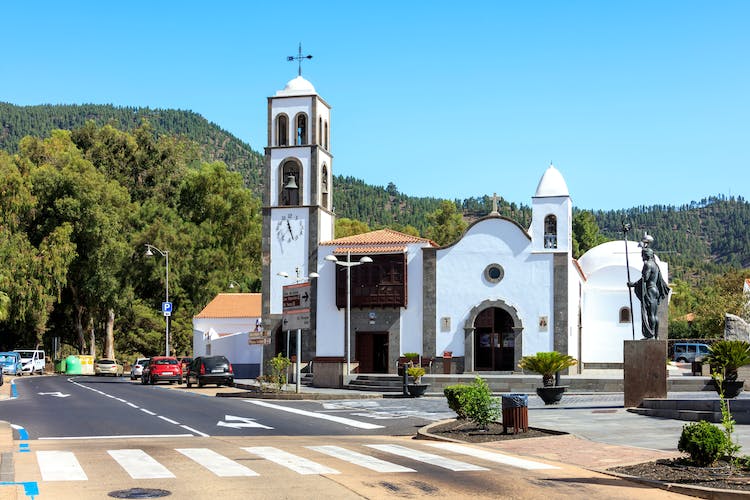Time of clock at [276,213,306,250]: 11:27
